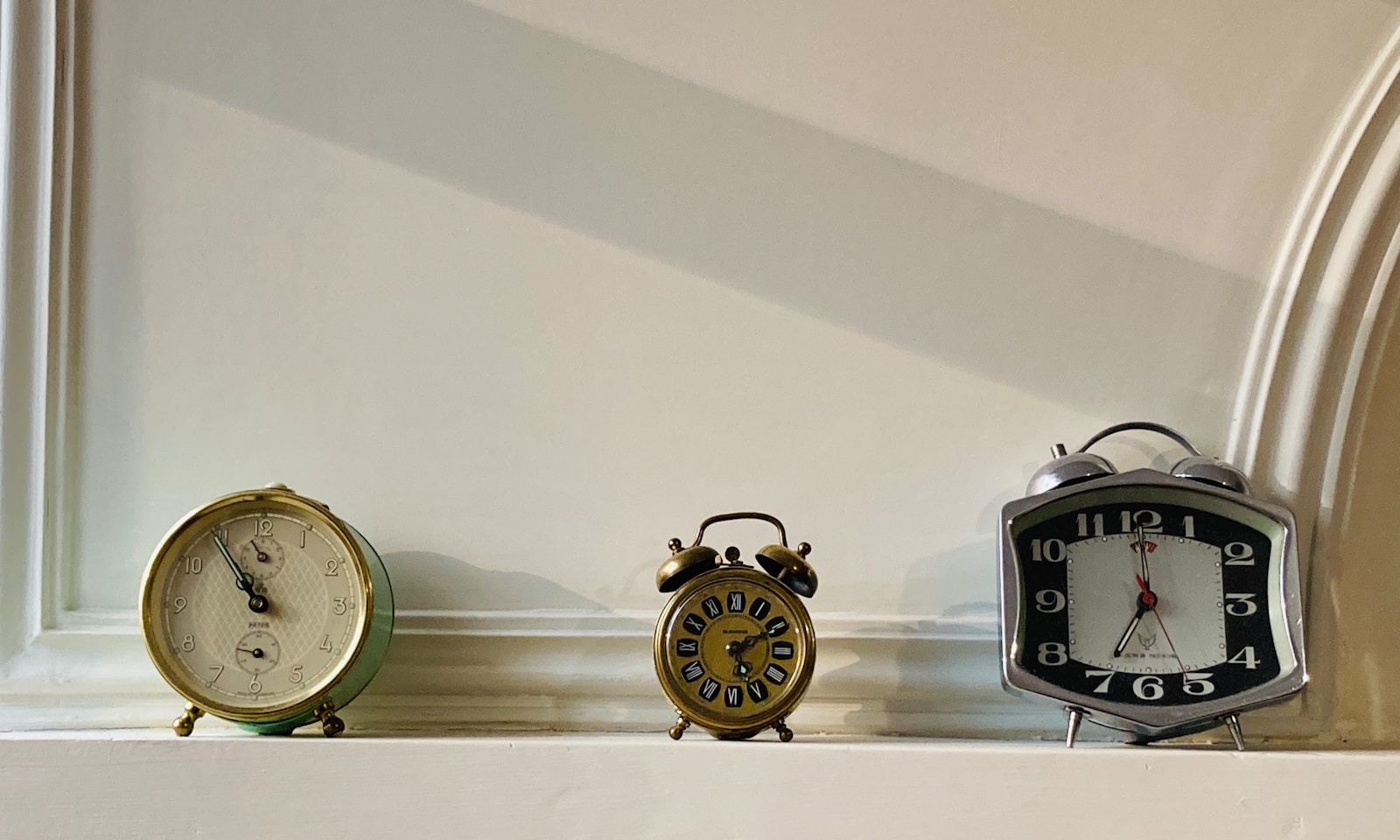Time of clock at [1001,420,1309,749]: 7:00
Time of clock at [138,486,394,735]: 10:54
